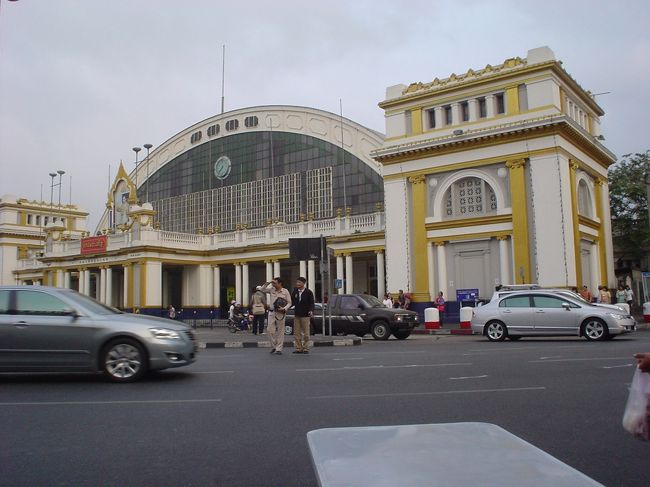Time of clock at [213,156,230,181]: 7:36
